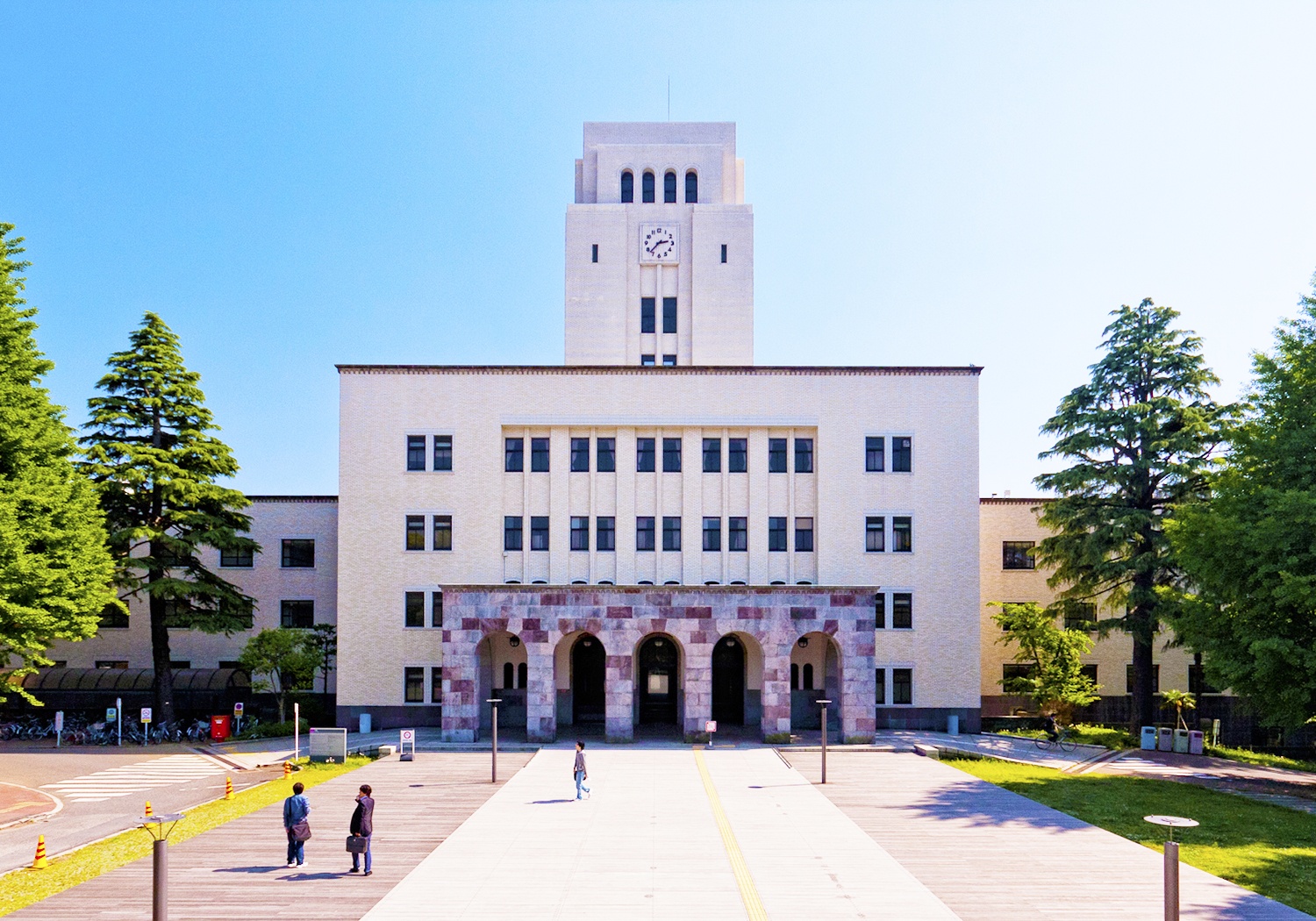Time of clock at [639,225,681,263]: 2:37
